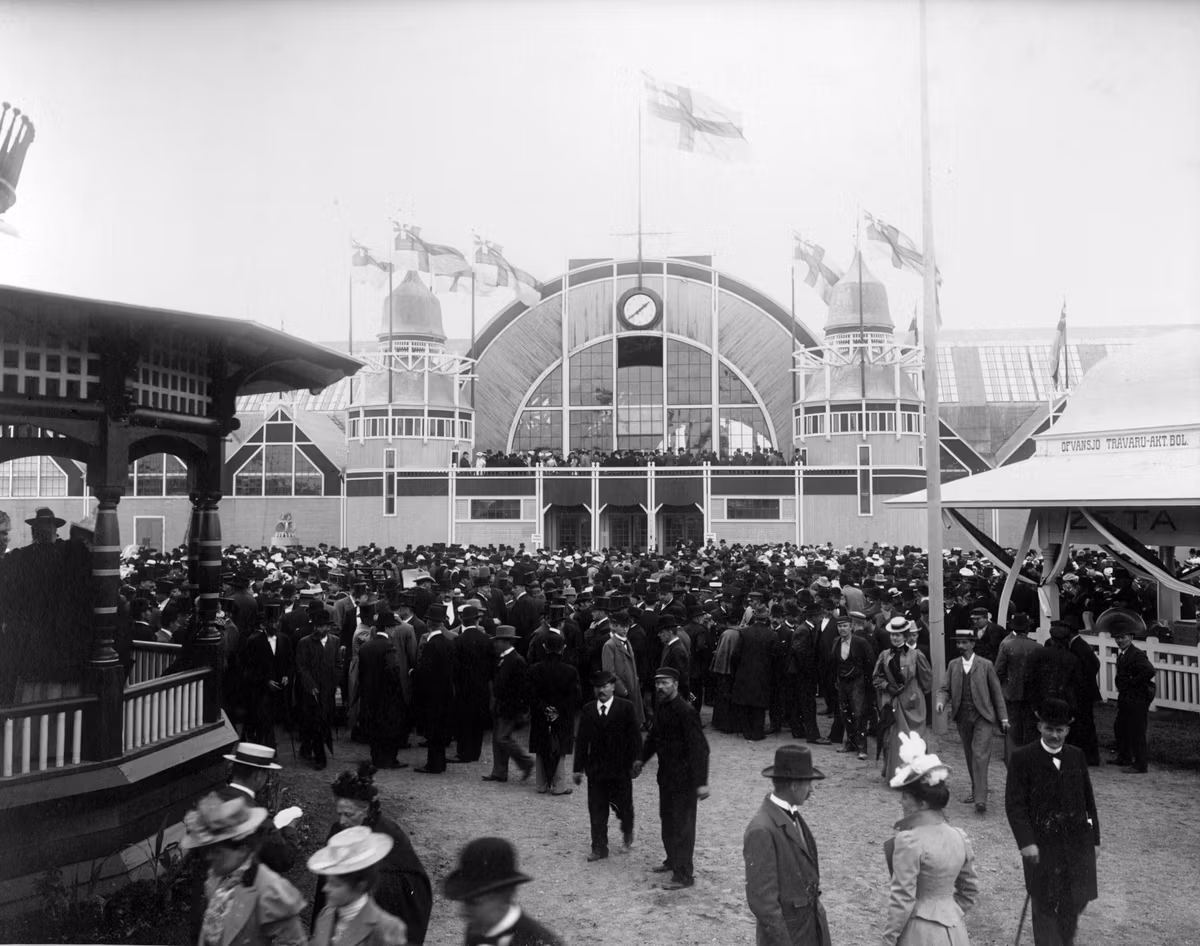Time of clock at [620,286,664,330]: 1:38
